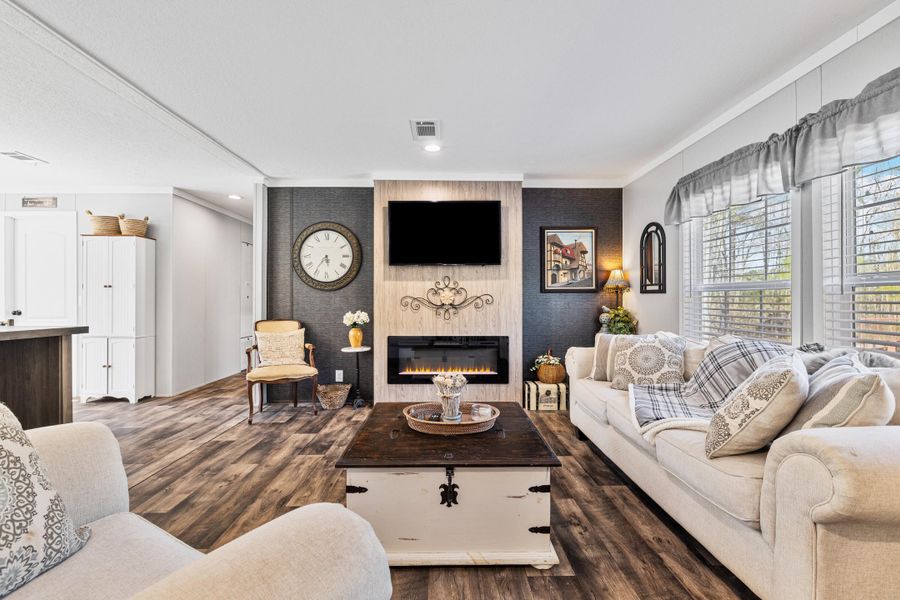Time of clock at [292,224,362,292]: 5:35
